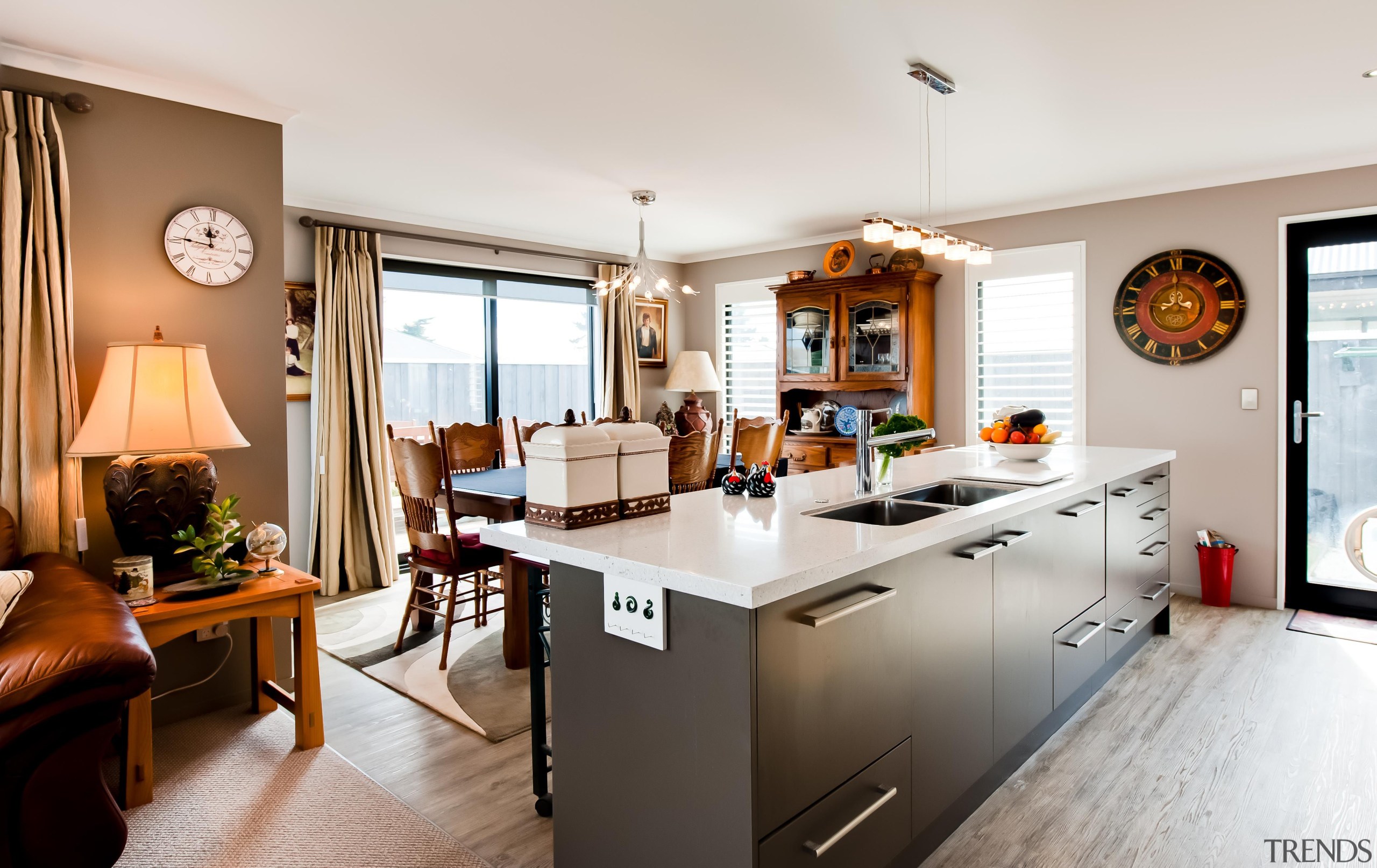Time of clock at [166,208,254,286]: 11:46
